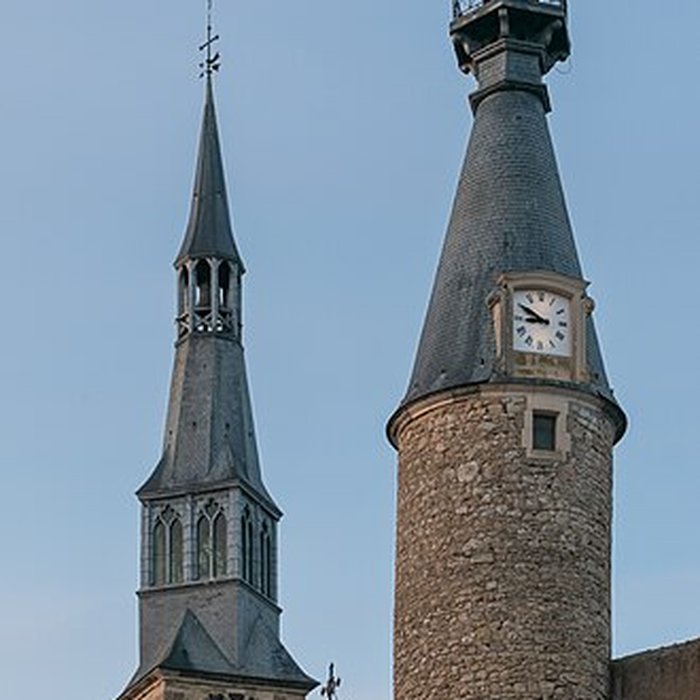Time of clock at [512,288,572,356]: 8:50
